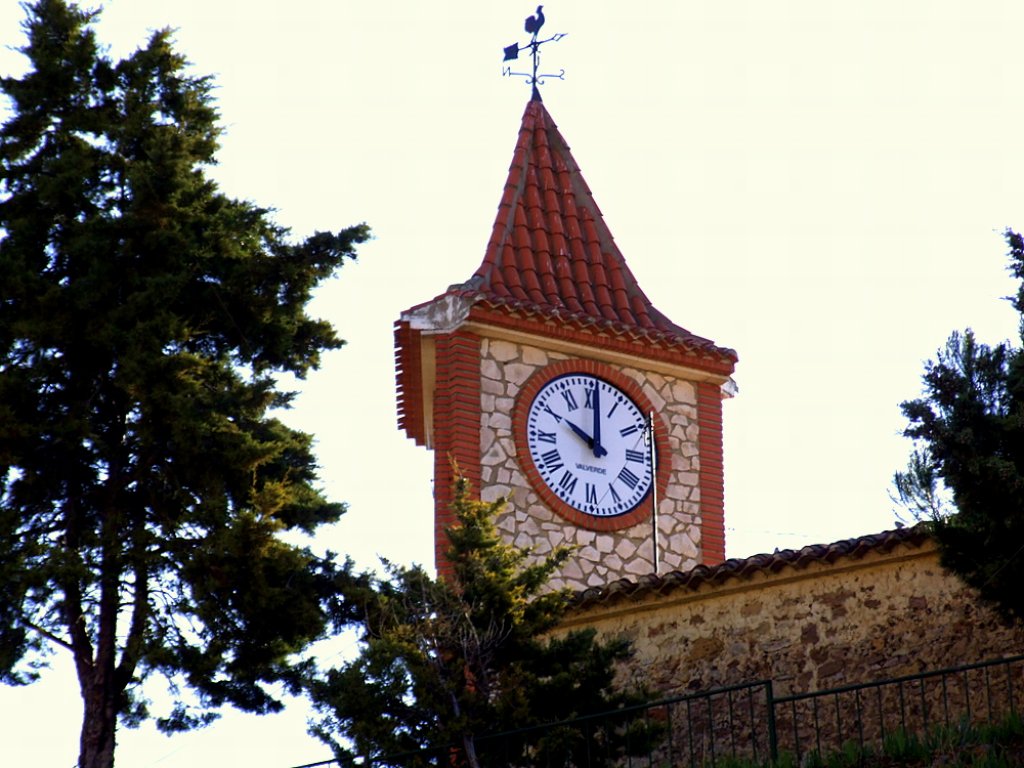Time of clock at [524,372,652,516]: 10:00
